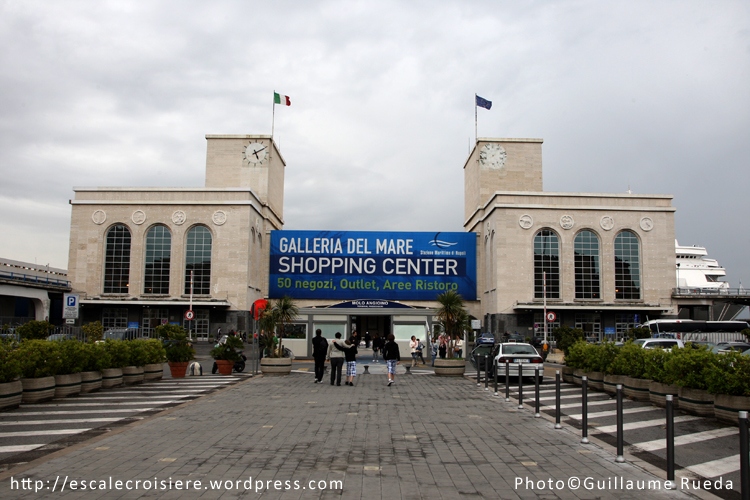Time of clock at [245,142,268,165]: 5:10
